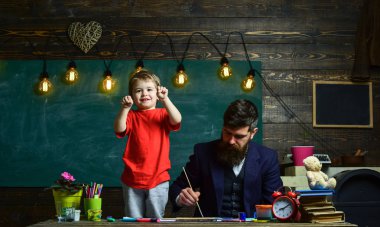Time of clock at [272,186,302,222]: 8:09
